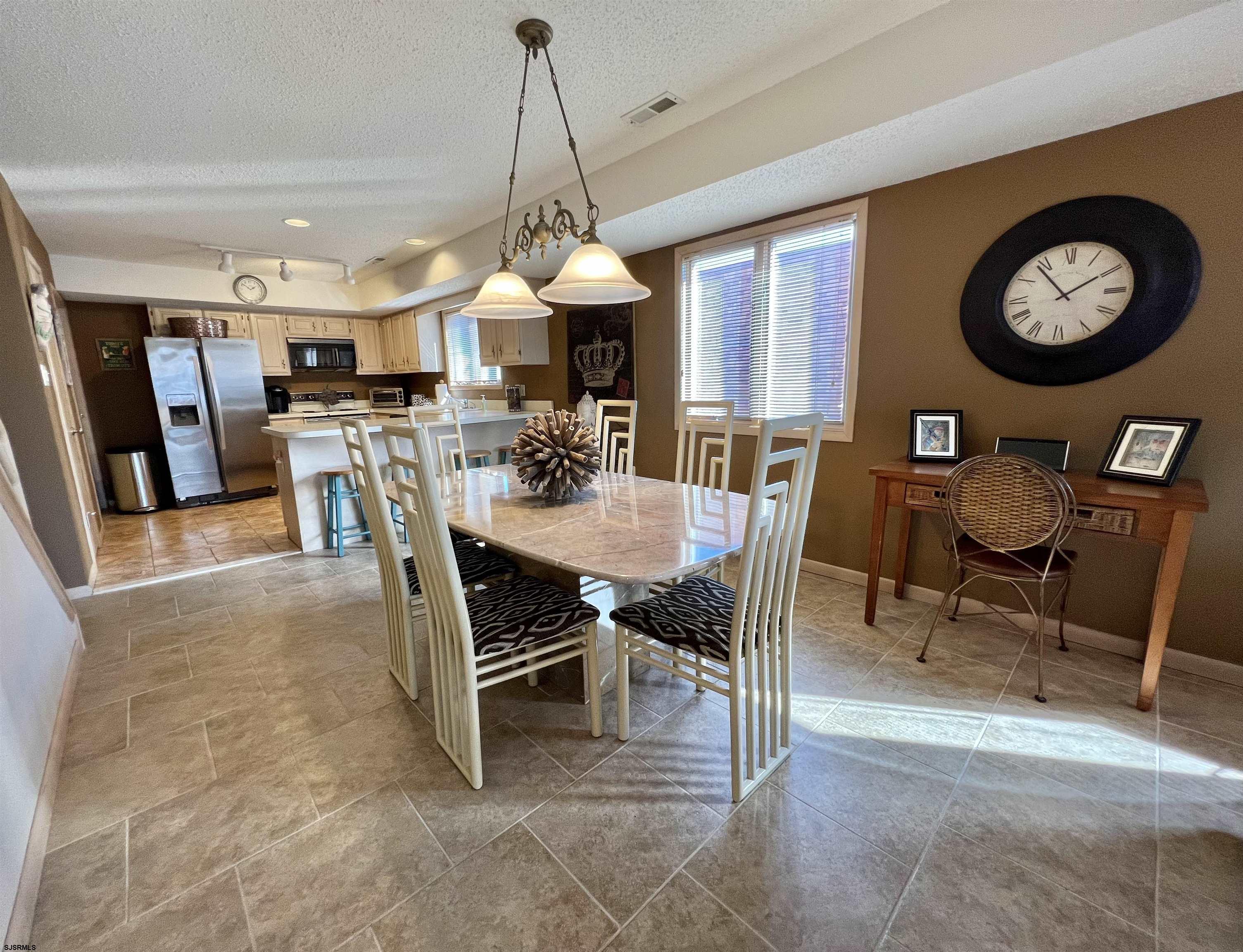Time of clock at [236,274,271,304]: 1:51
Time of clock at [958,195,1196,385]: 1:53
